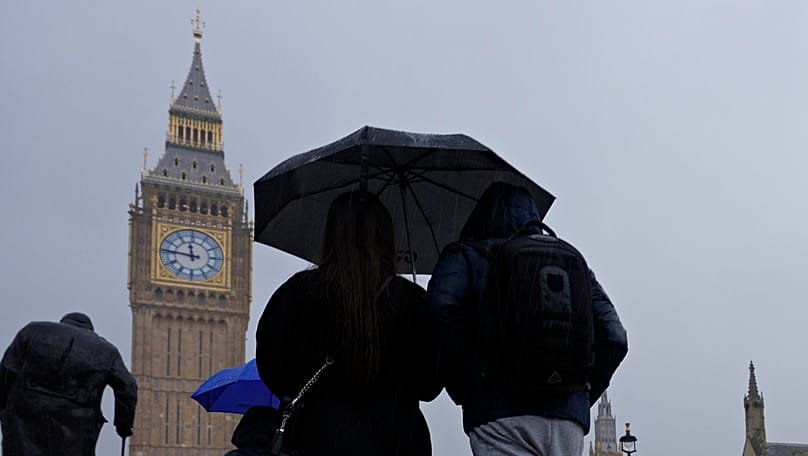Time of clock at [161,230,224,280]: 11:46
